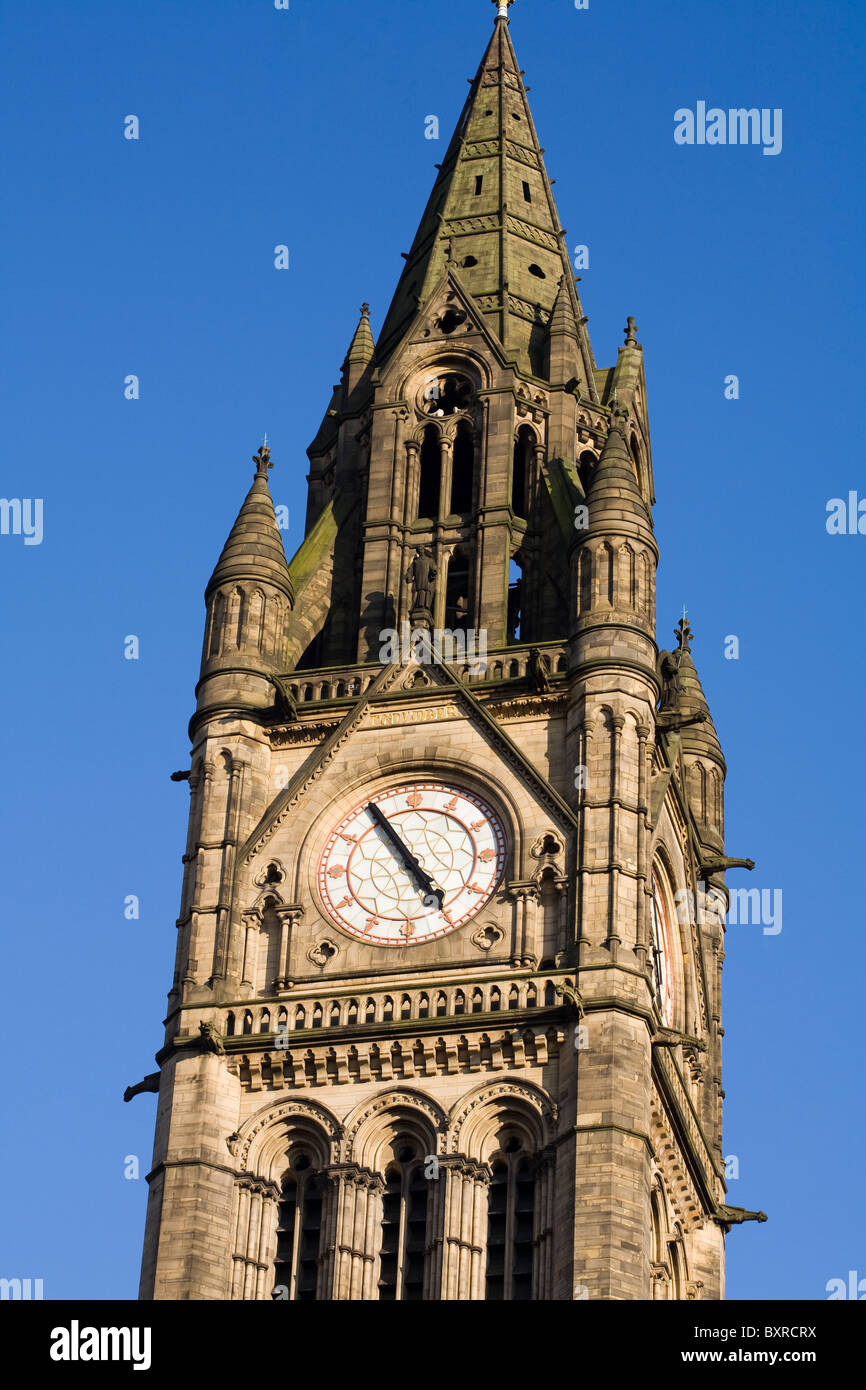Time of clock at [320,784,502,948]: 4:54
